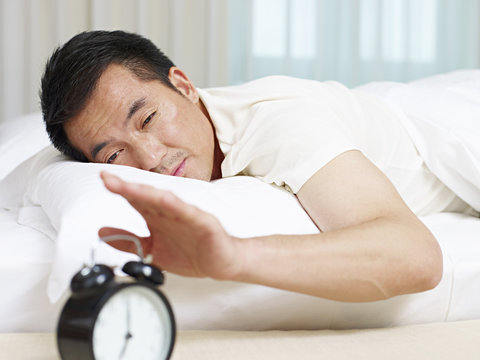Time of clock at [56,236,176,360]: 7:00
